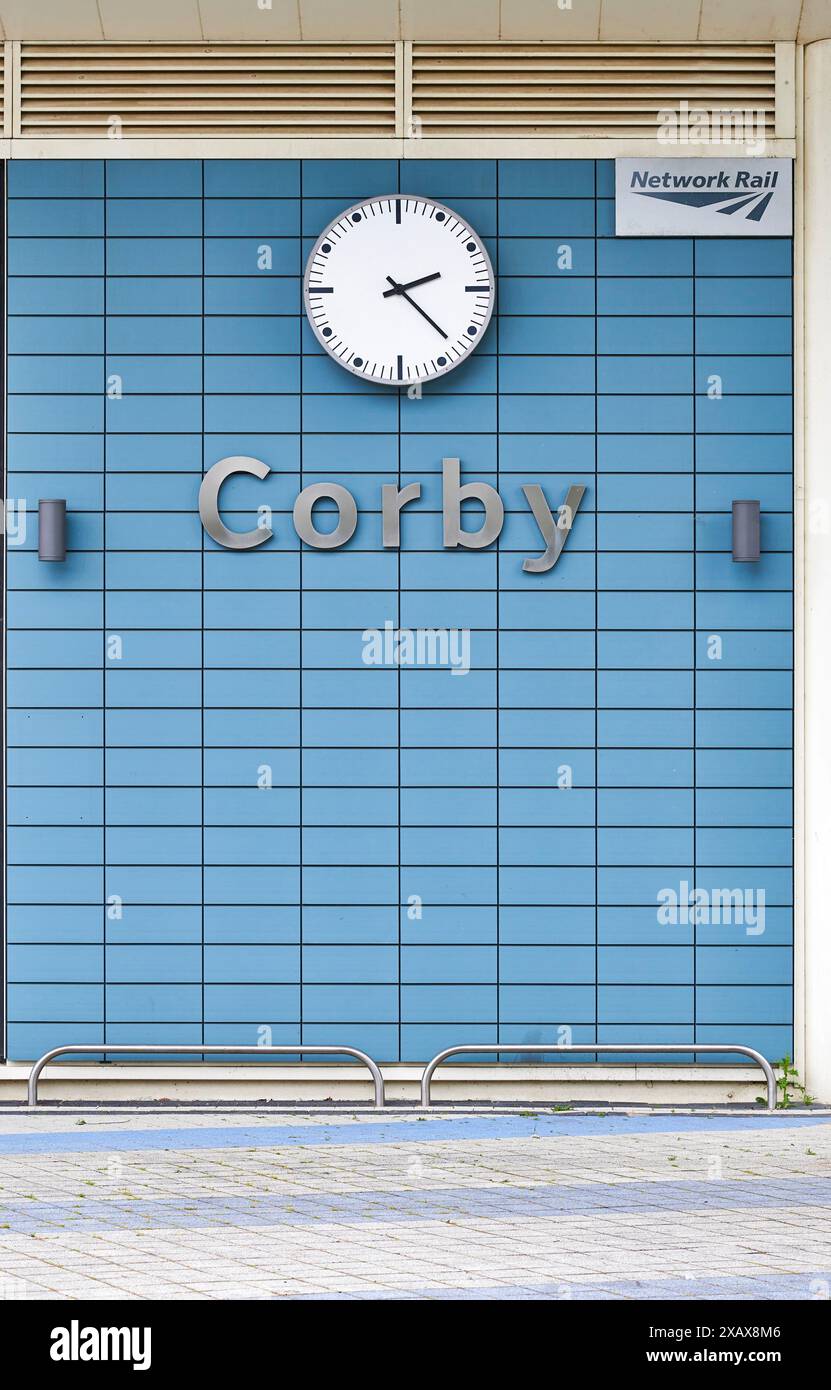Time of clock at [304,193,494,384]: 2:22
